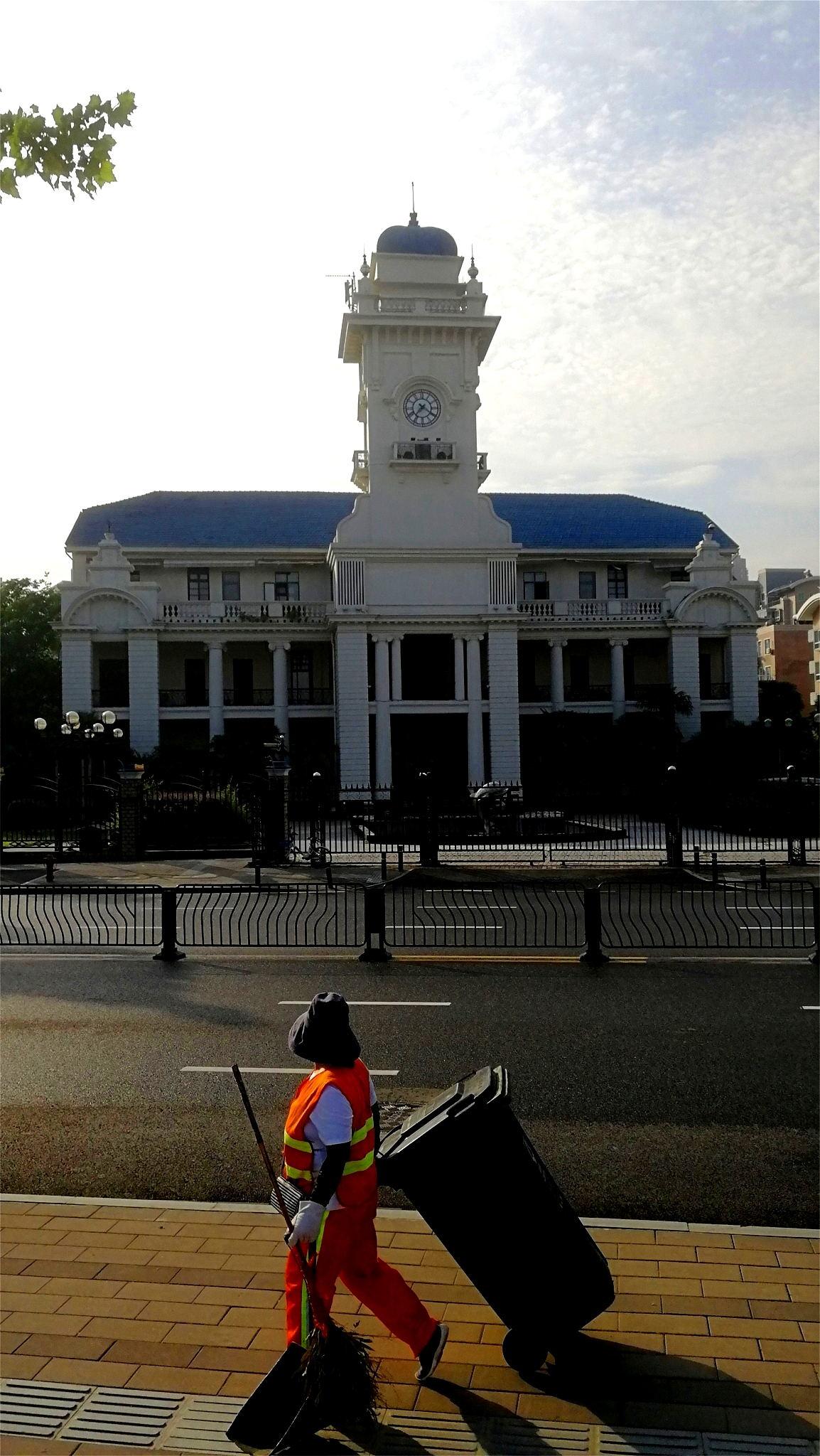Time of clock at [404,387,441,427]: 7:20
